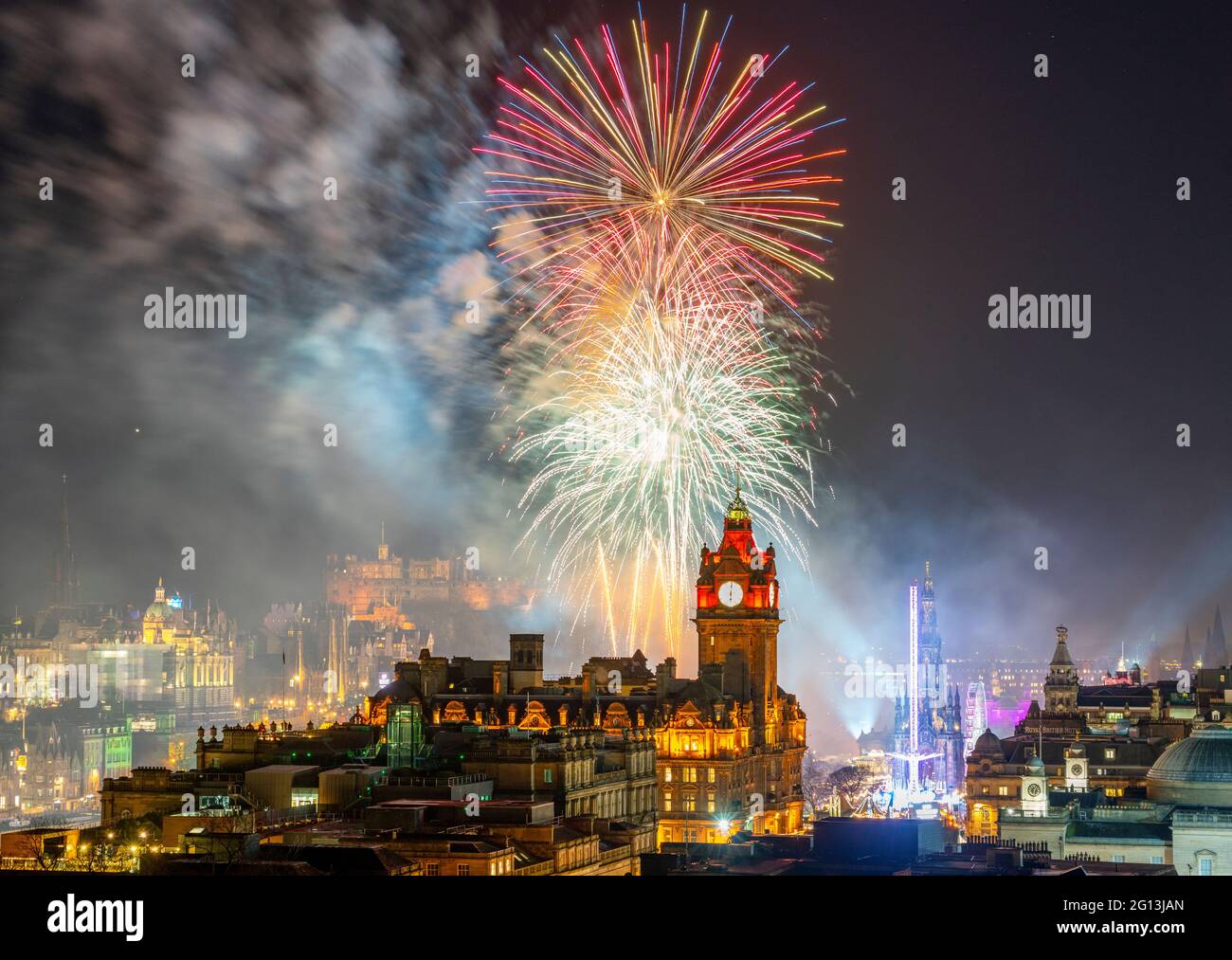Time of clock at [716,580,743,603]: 6:00
